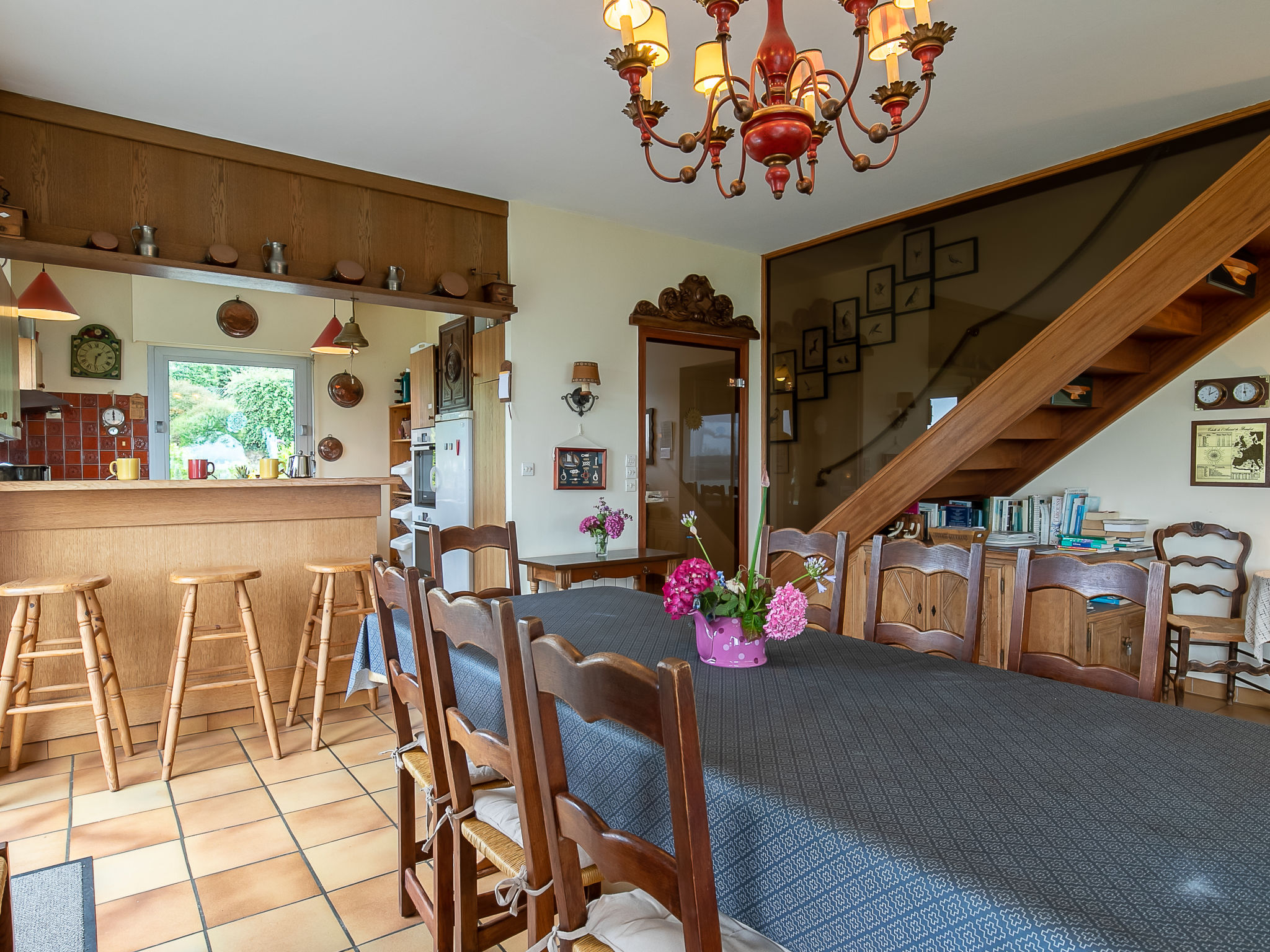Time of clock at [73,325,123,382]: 1:31
